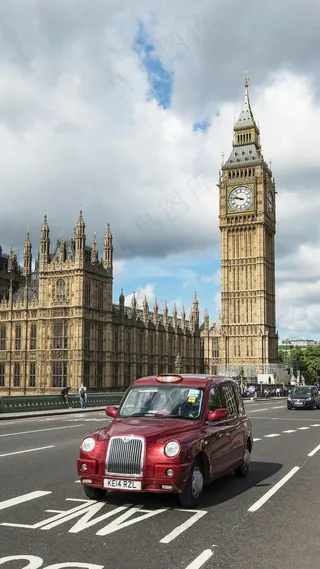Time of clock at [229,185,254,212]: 9:46
